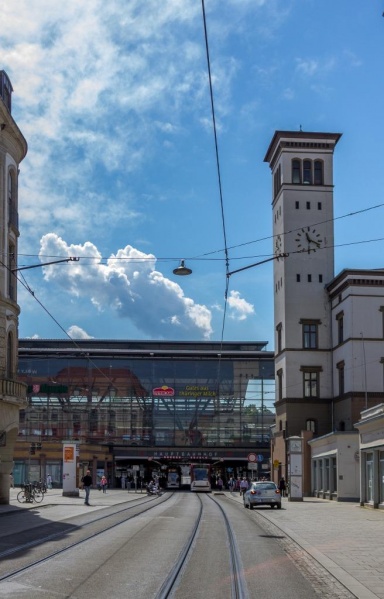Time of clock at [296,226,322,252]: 11:18
